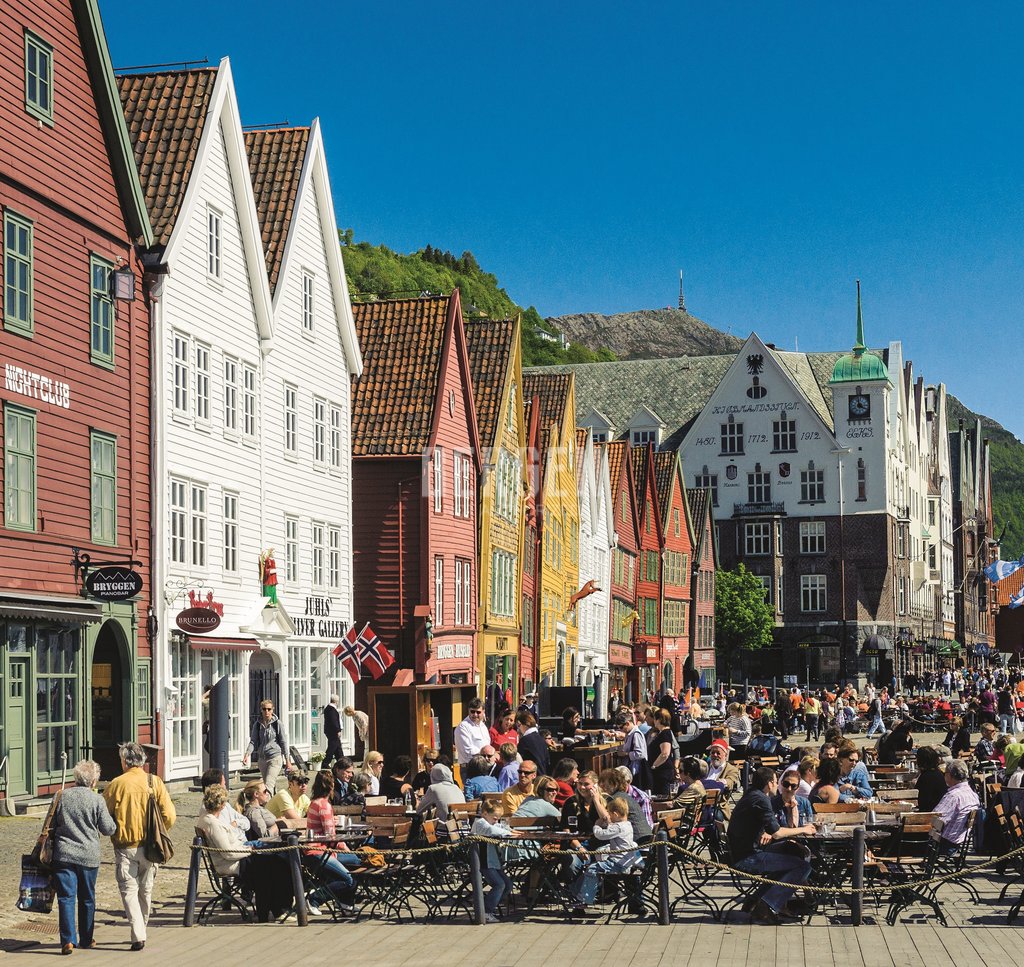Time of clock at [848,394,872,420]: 3:58
